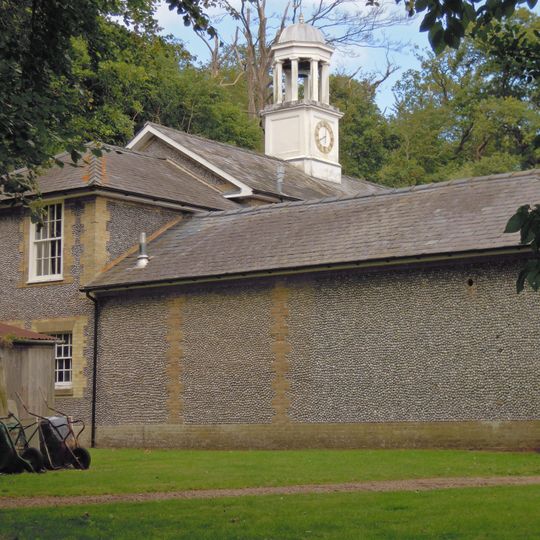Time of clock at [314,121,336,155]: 5:40
